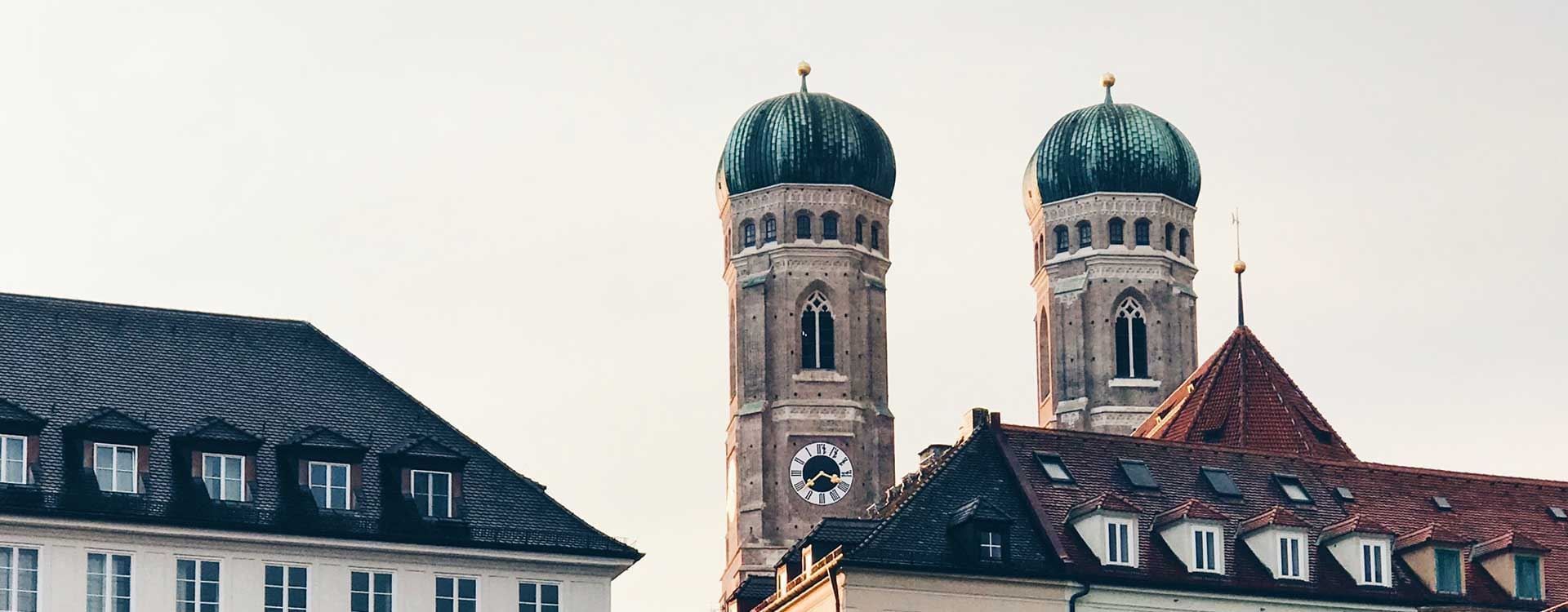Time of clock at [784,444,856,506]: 3:38
